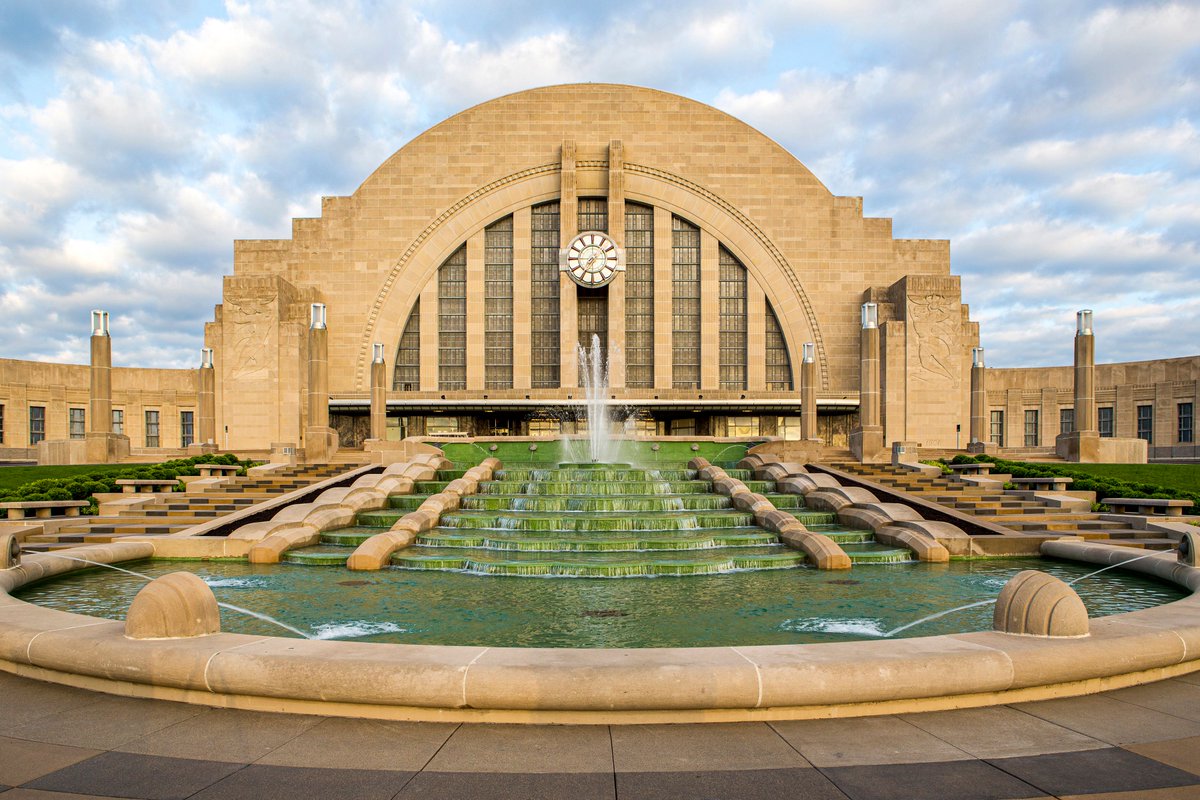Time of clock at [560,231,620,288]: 7:15
